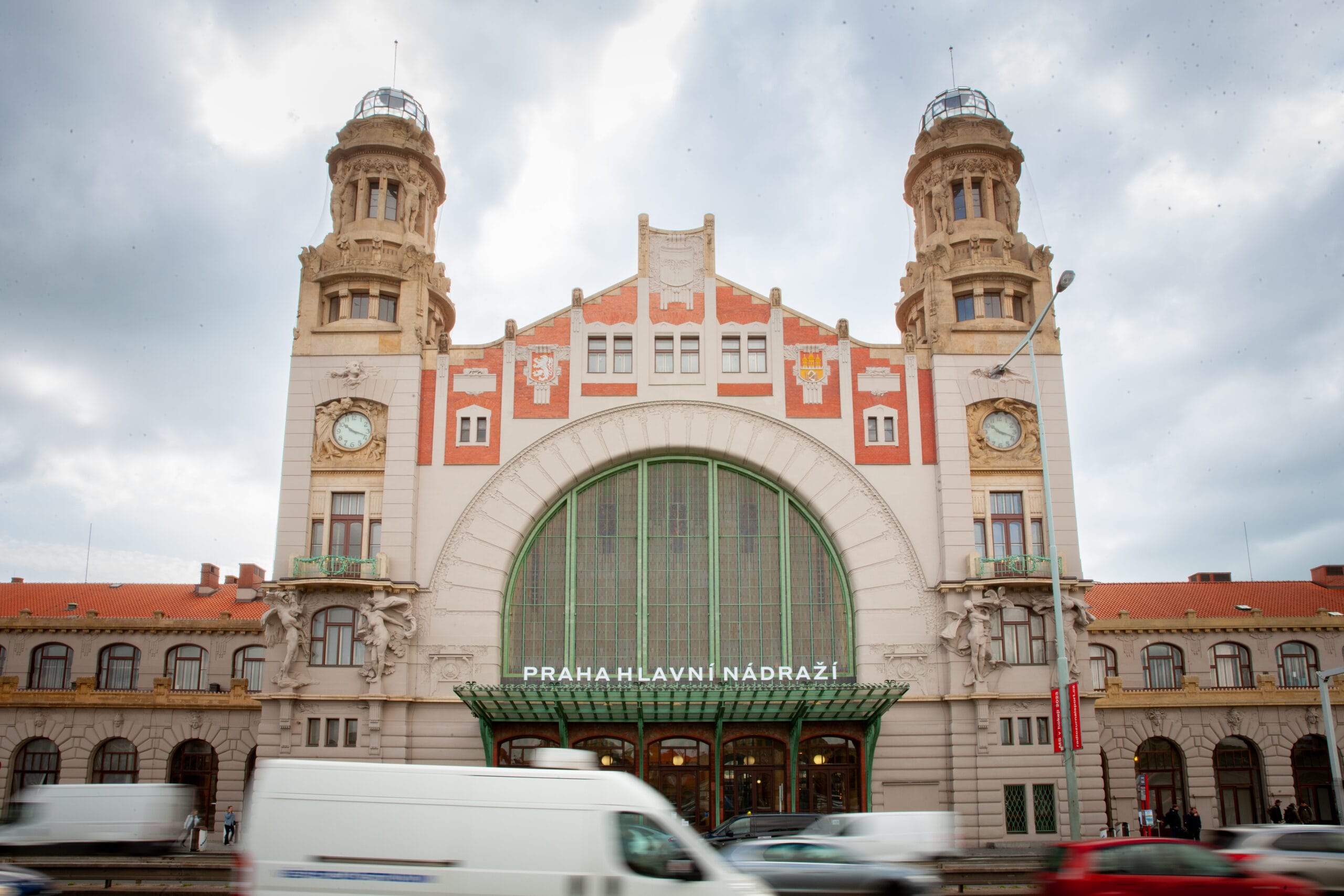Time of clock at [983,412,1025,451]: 10:18
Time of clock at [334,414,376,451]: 10:18
